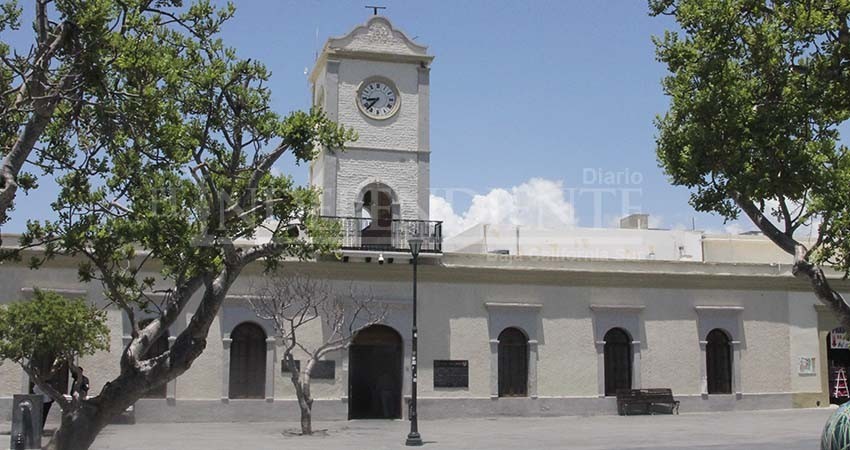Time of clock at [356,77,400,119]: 8:37
